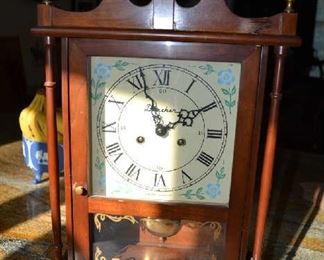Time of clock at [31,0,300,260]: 1:56
